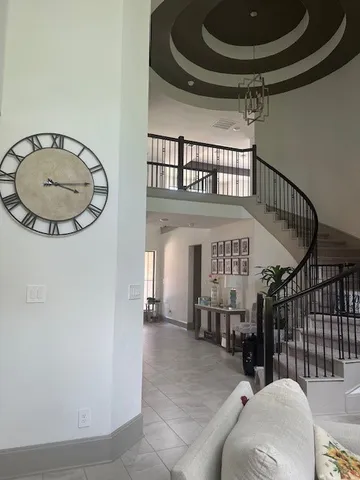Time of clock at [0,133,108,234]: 3:13
